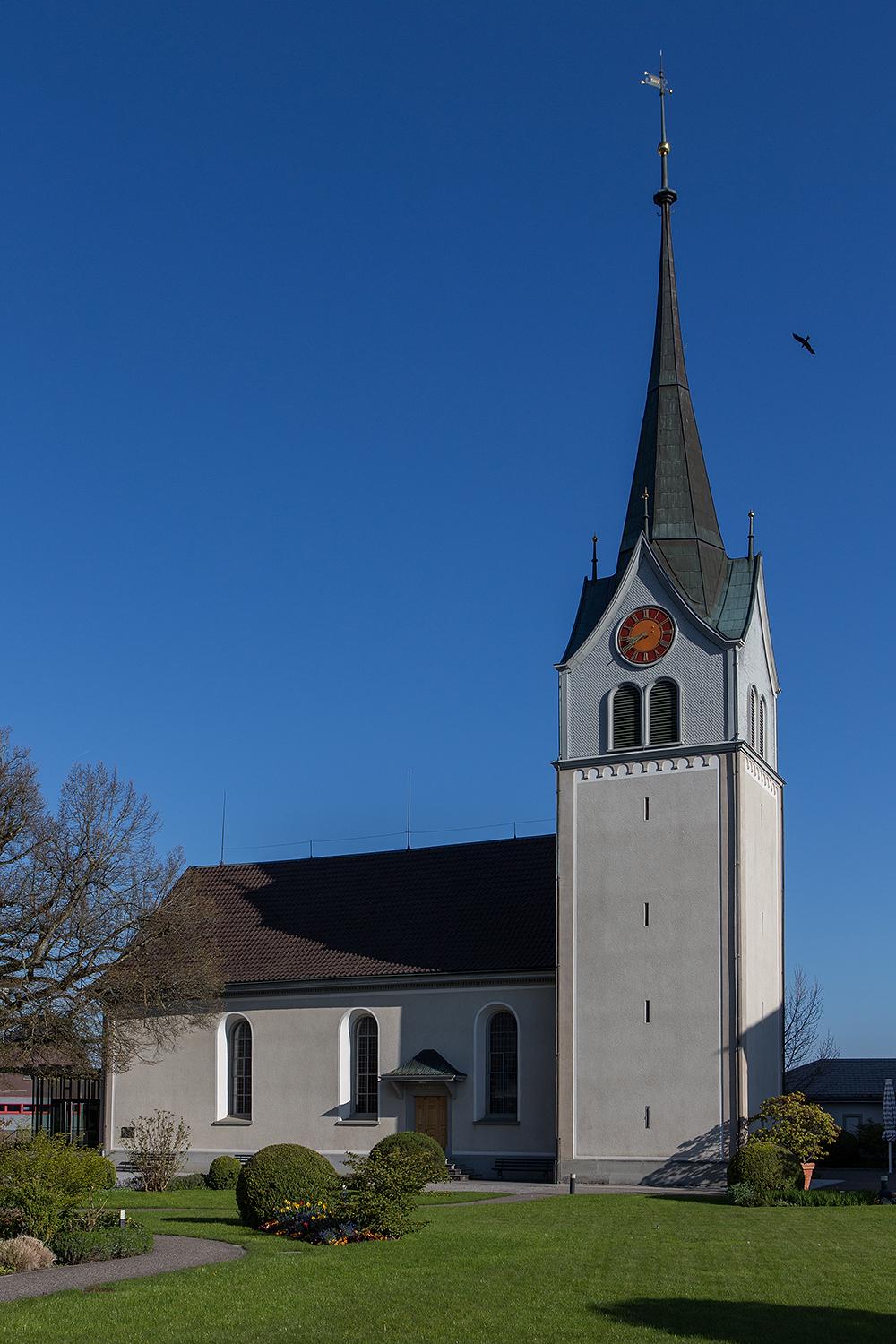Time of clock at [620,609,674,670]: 8:40
